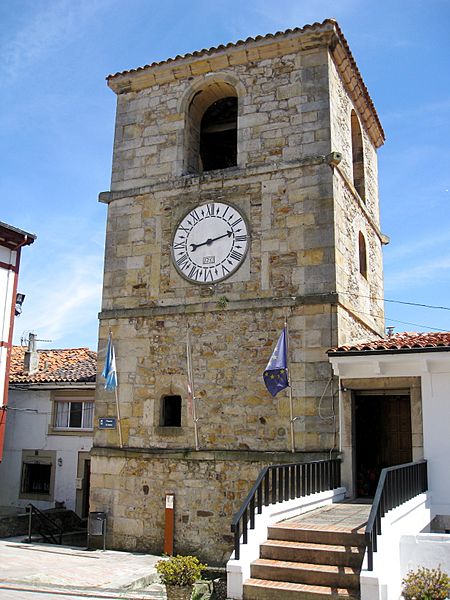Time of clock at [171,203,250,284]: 8:11
